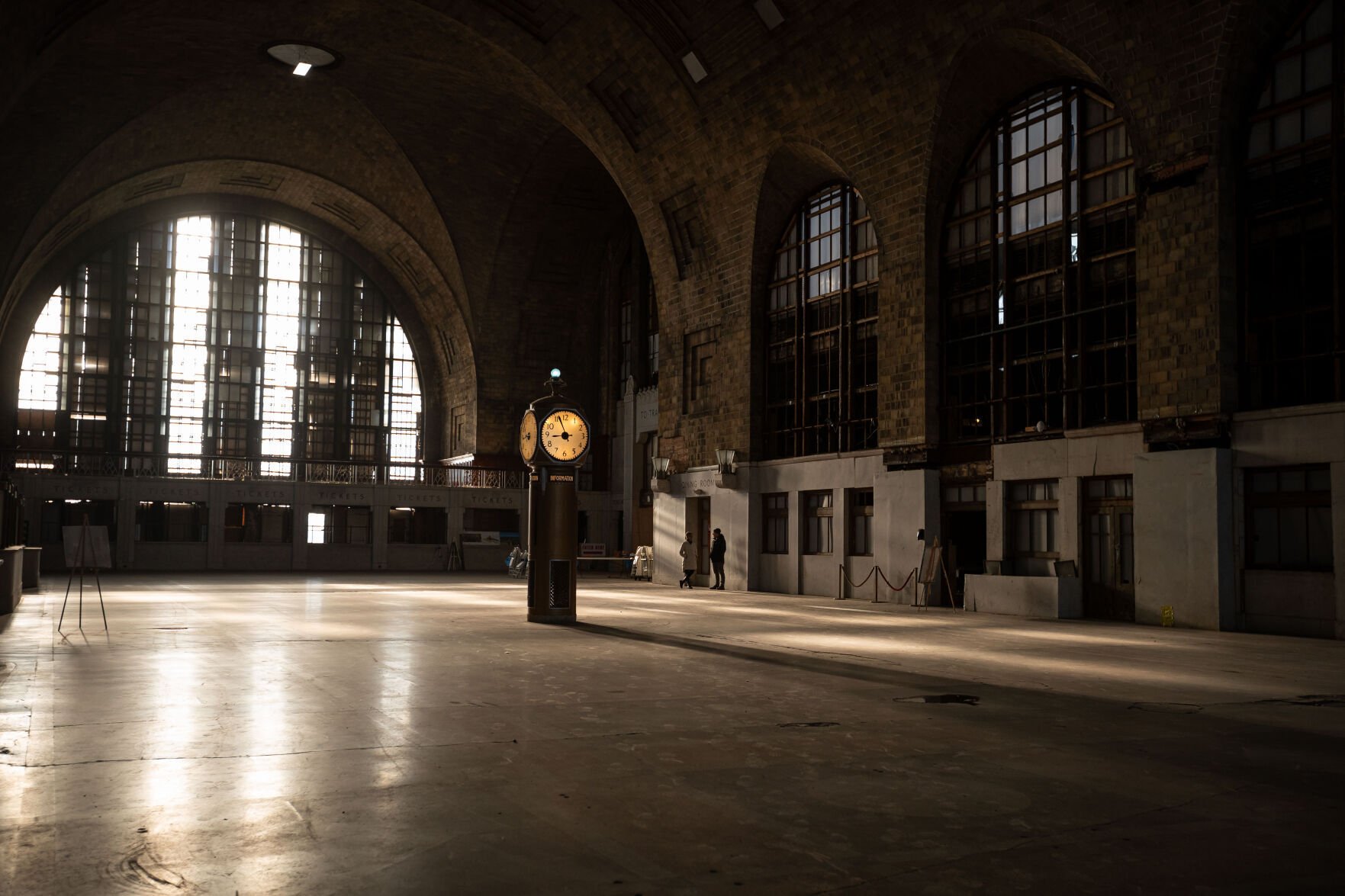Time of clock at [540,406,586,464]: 8:56
